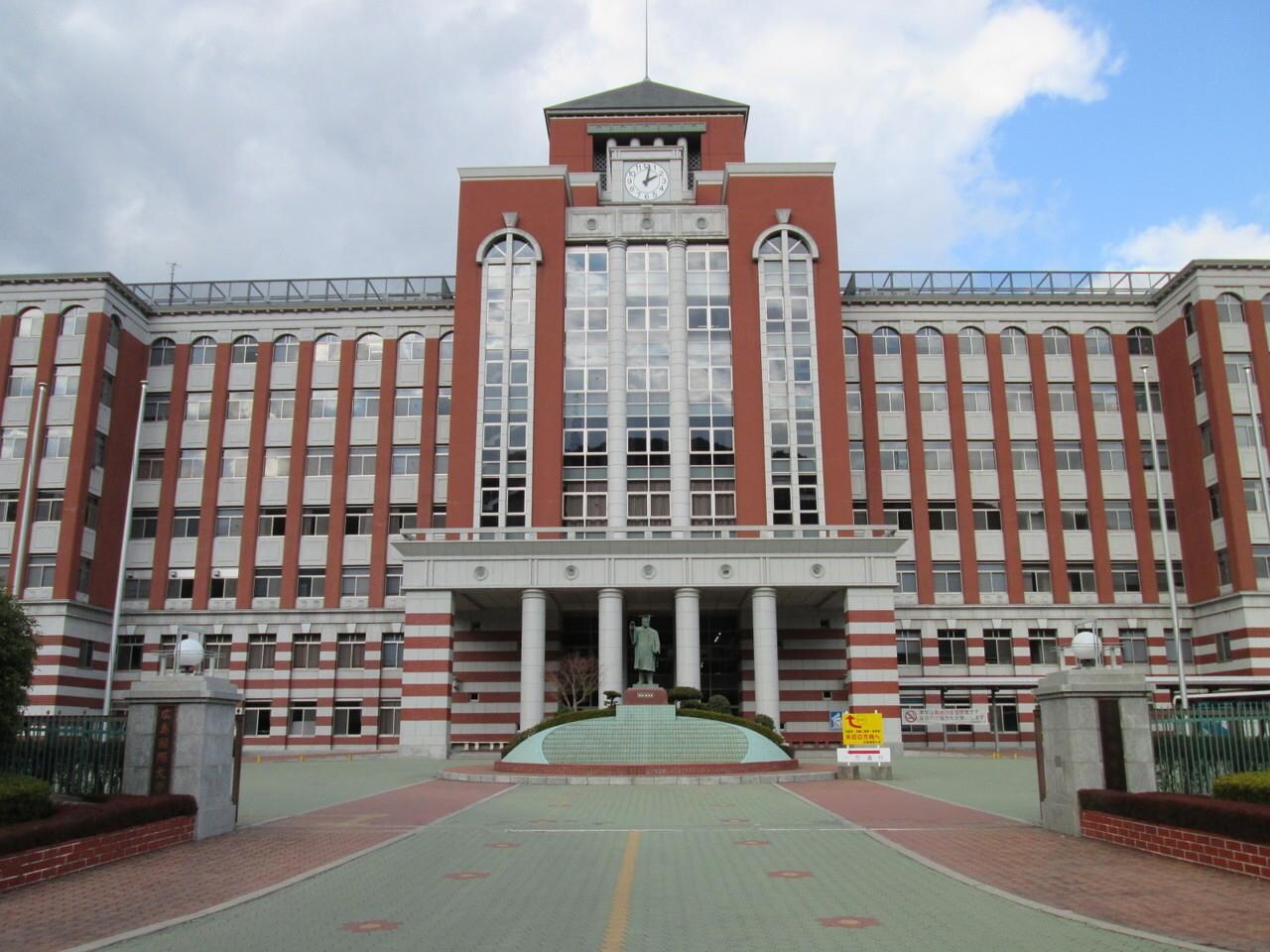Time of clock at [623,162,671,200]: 2:01
